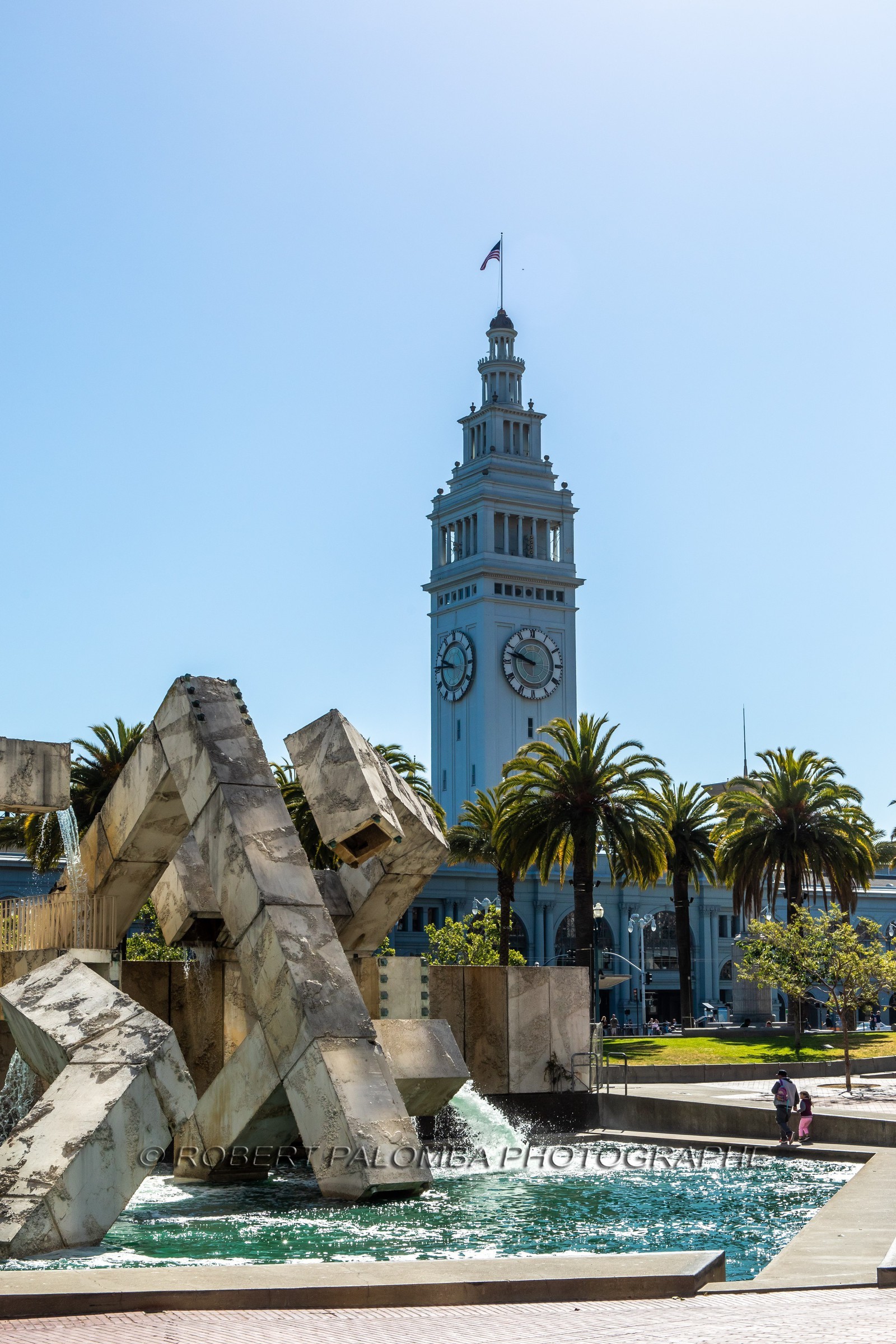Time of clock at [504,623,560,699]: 9:47
